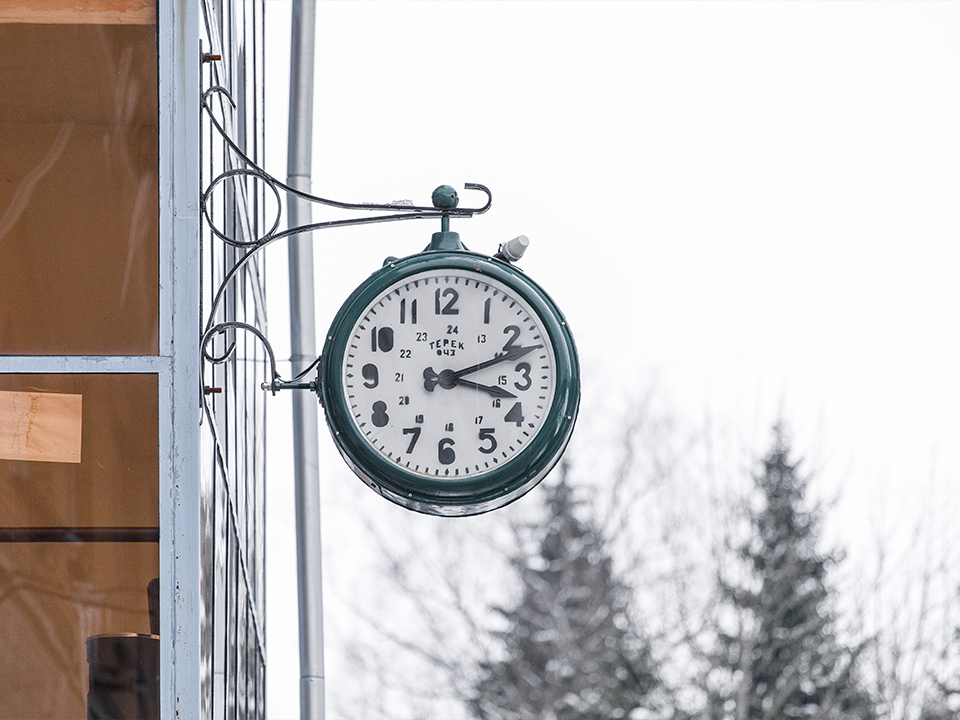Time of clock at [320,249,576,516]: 3:11
